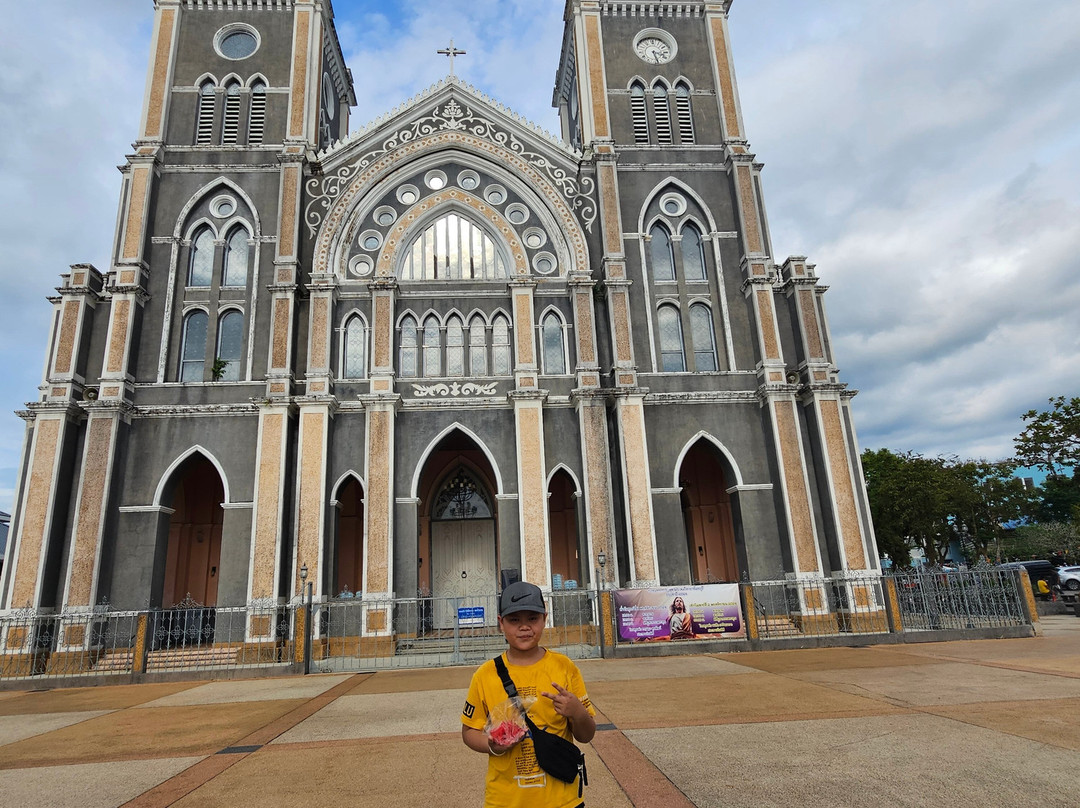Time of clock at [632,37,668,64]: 3:27
